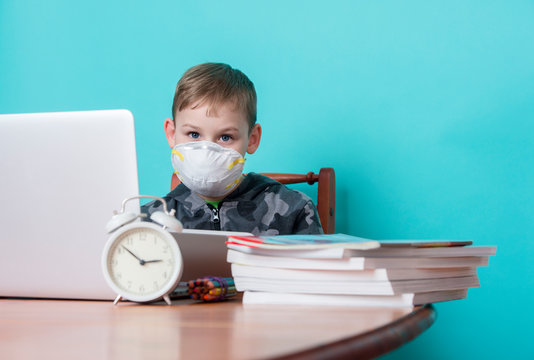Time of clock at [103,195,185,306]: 2:52
